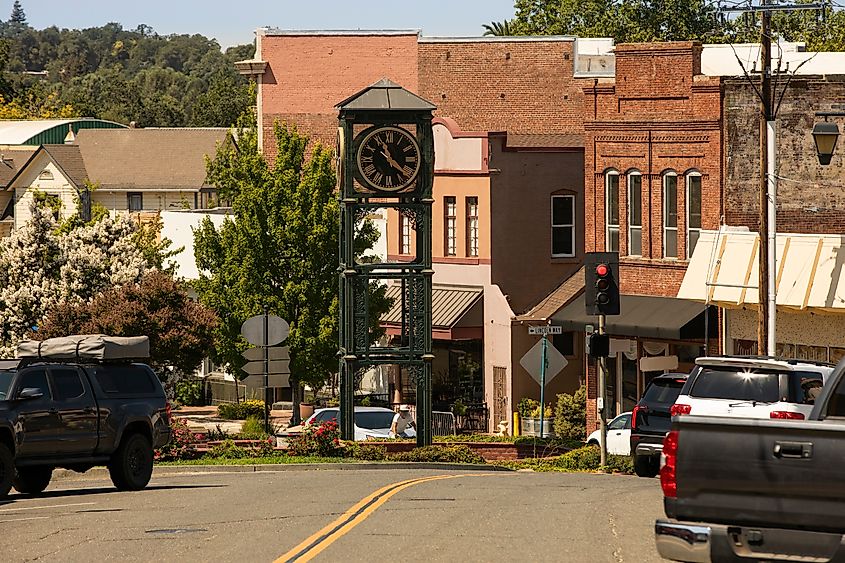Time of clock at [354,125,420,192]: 11:21
